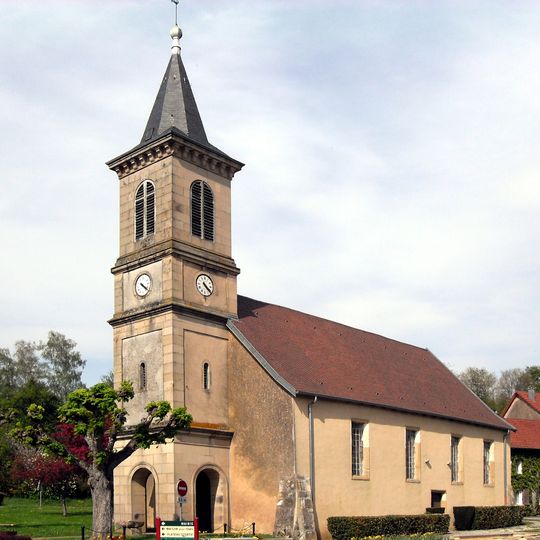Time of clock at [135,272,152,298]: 4:21
